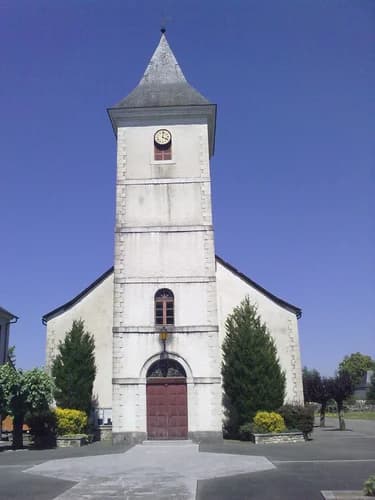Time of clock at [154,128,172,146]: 4:02
